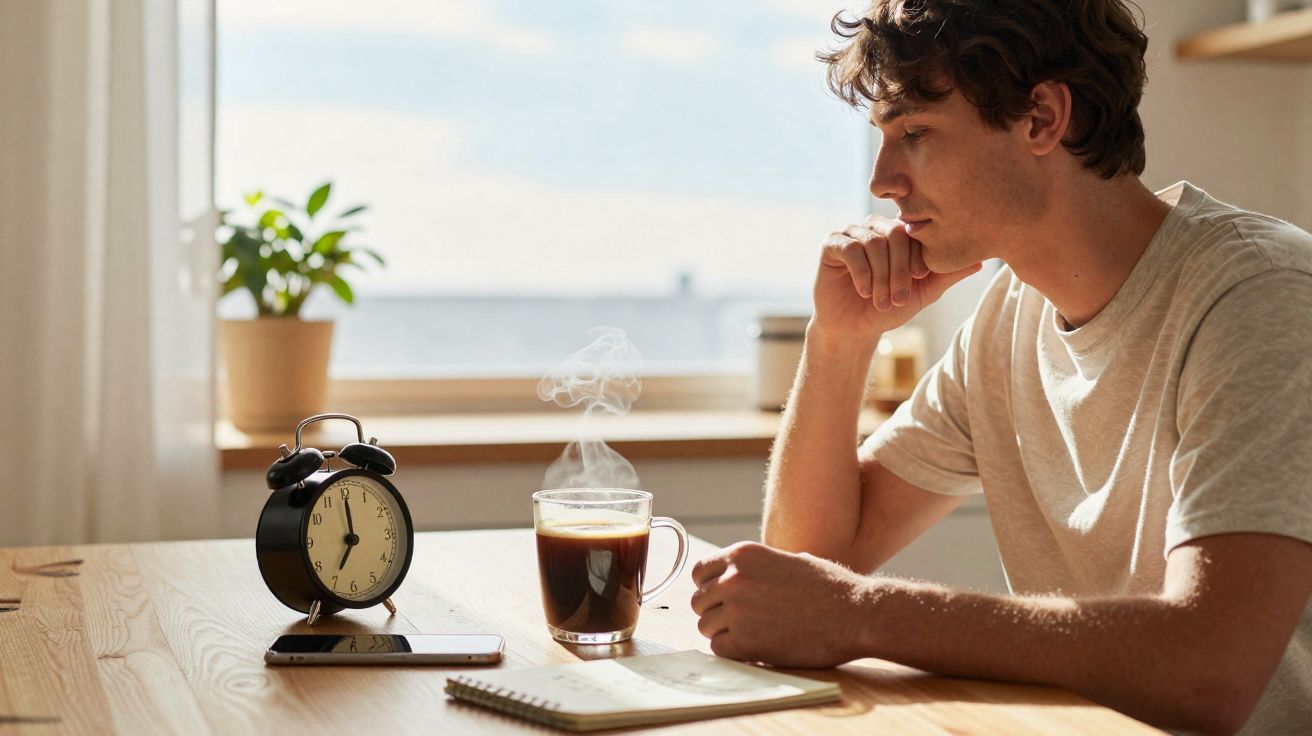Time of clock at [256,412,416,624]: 7:00
